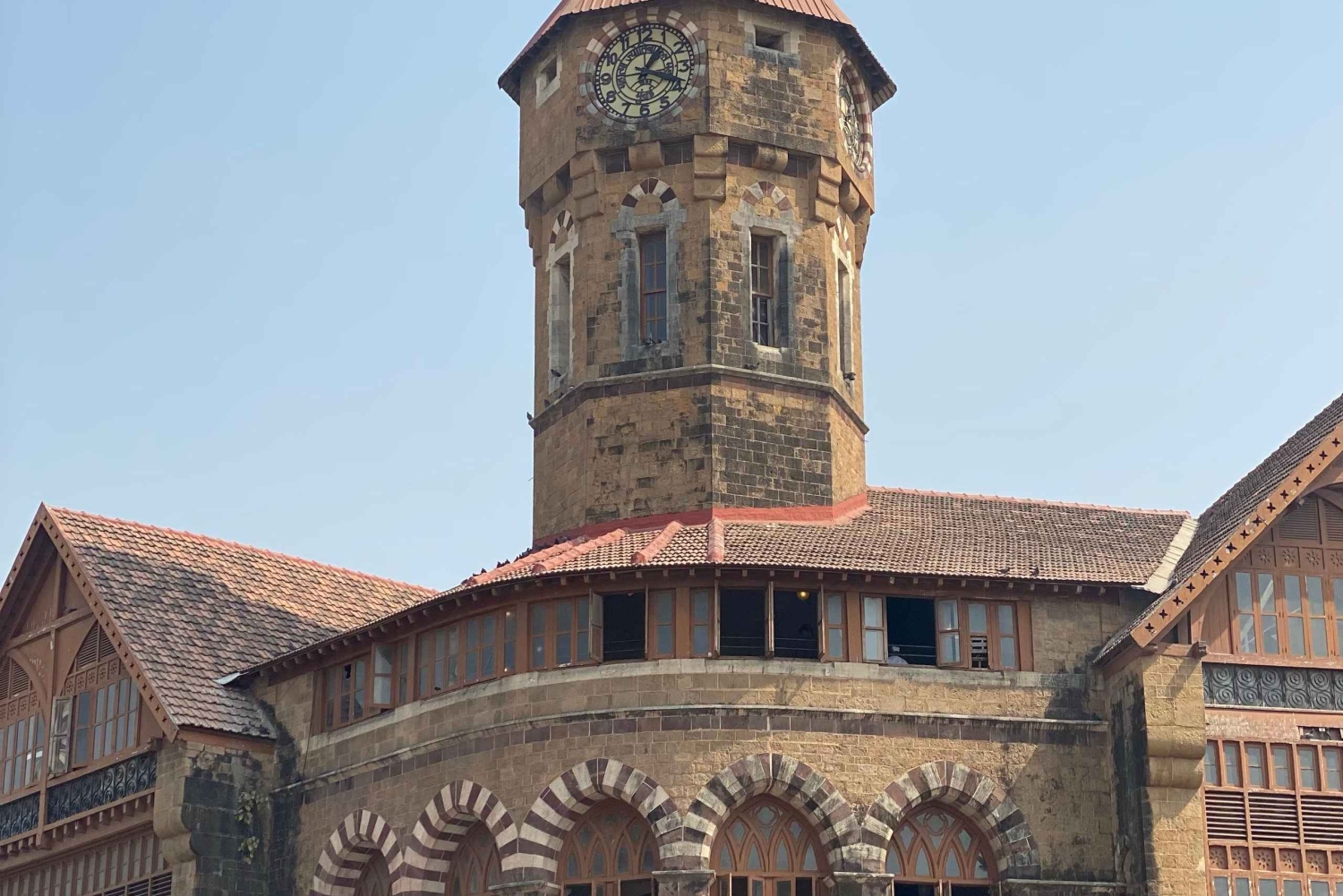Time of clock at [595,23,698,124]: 1:18
